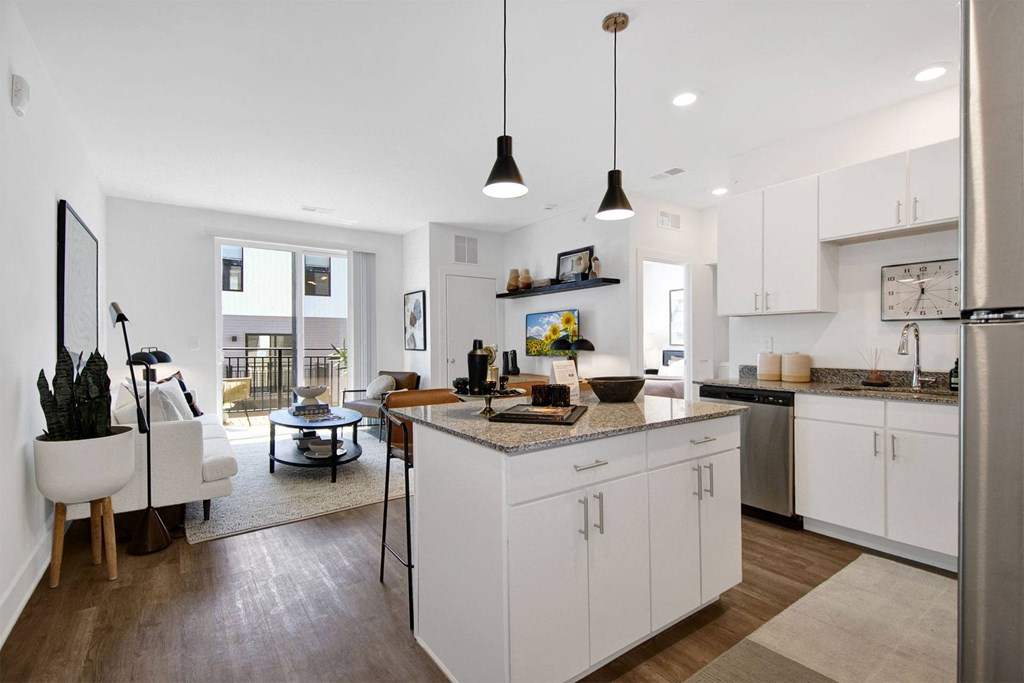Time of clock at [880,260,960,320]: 11:32
